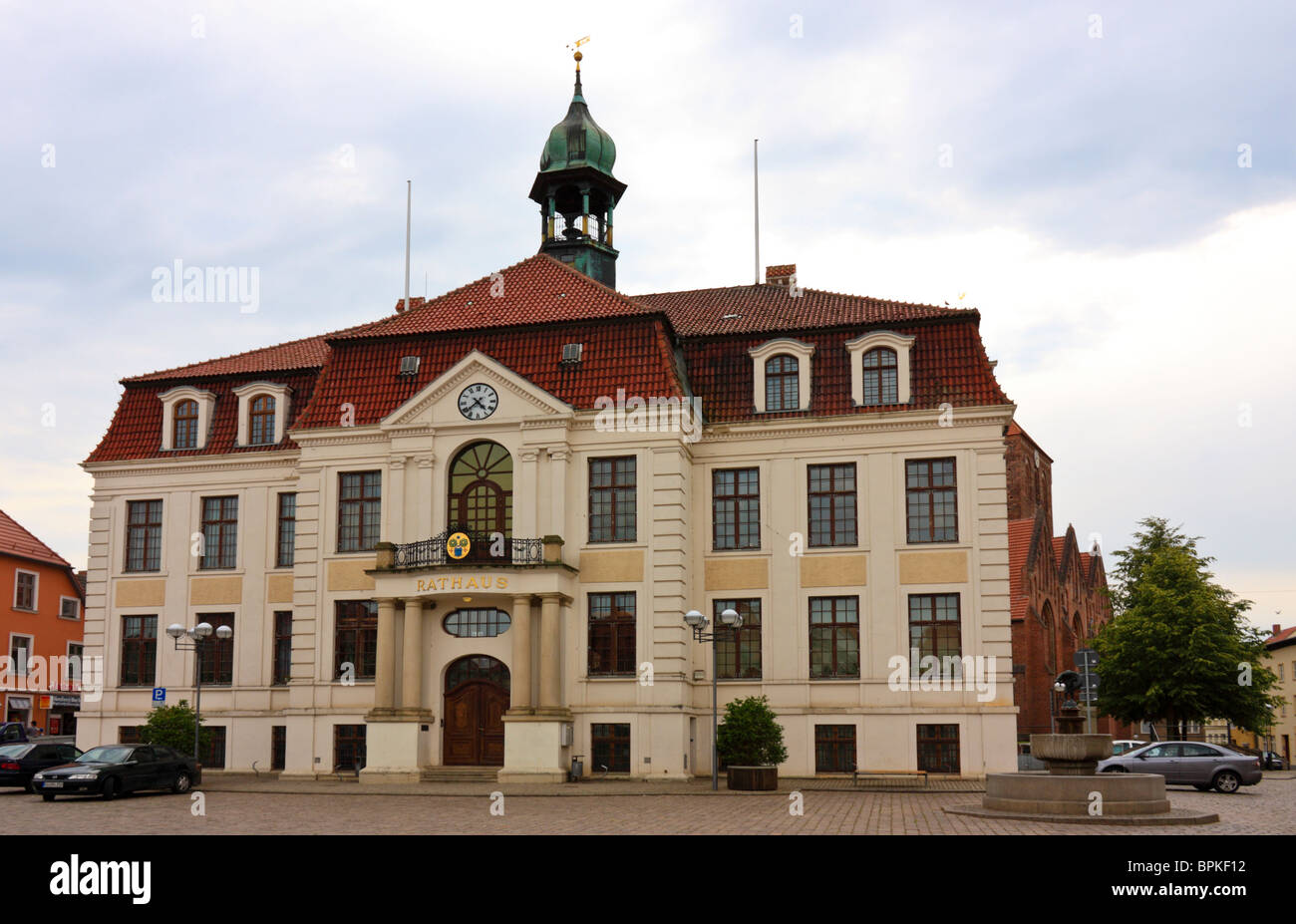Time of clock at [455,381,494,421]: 4:38
